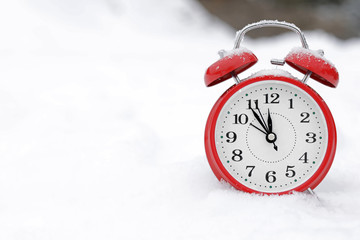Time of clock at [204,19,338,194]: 11:54
